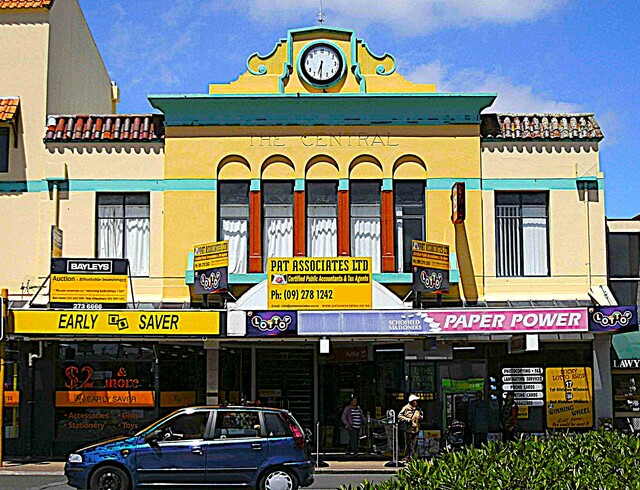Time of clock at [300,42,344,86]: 6:29
